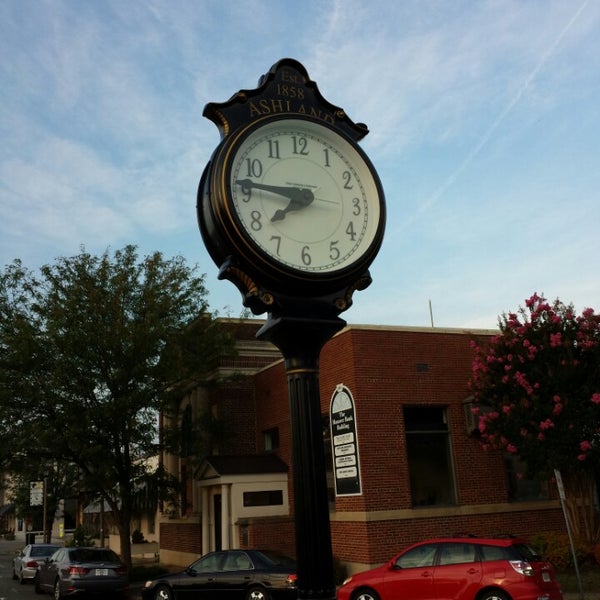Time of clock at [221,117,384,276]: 7:46
